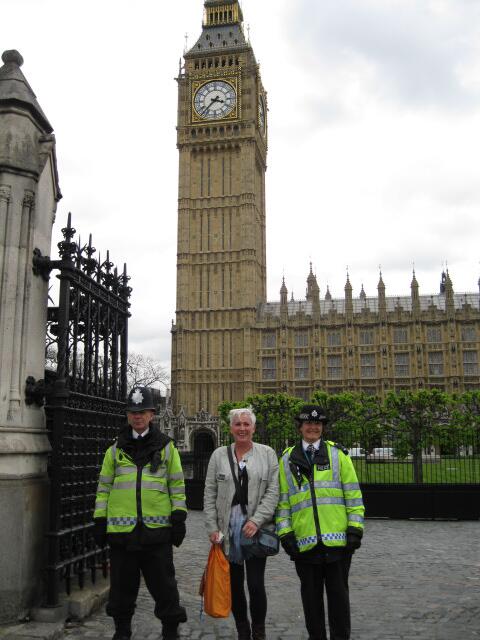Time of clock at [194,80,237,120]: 3:37
